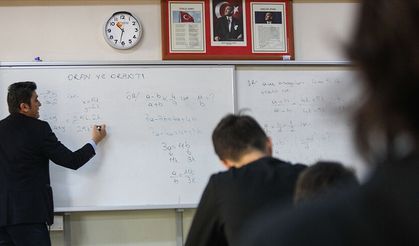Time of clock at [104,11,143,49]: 10:32
